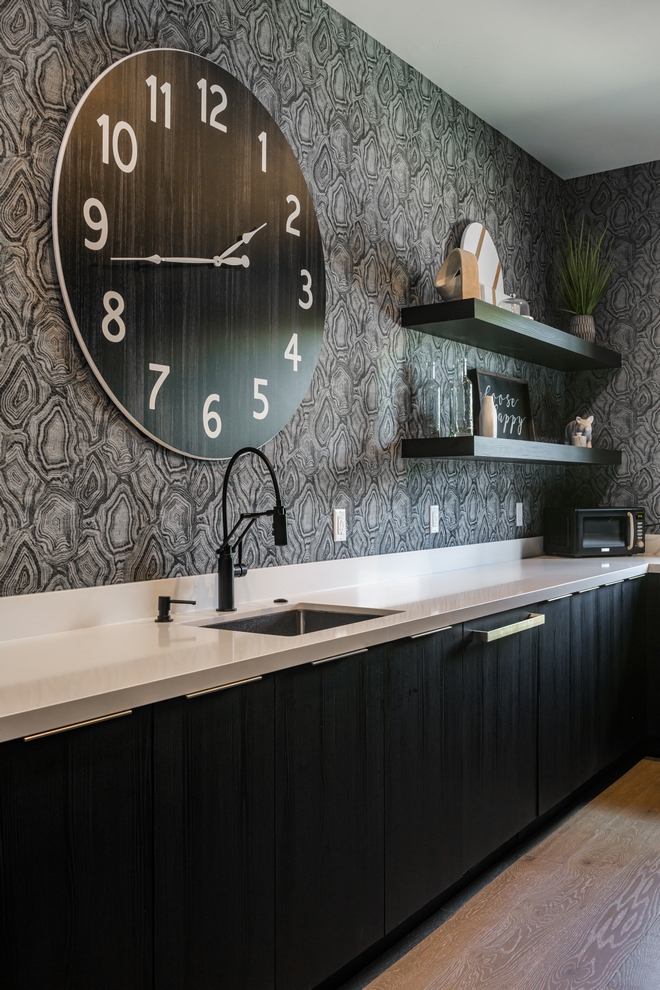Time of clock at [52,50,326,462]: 1:43
